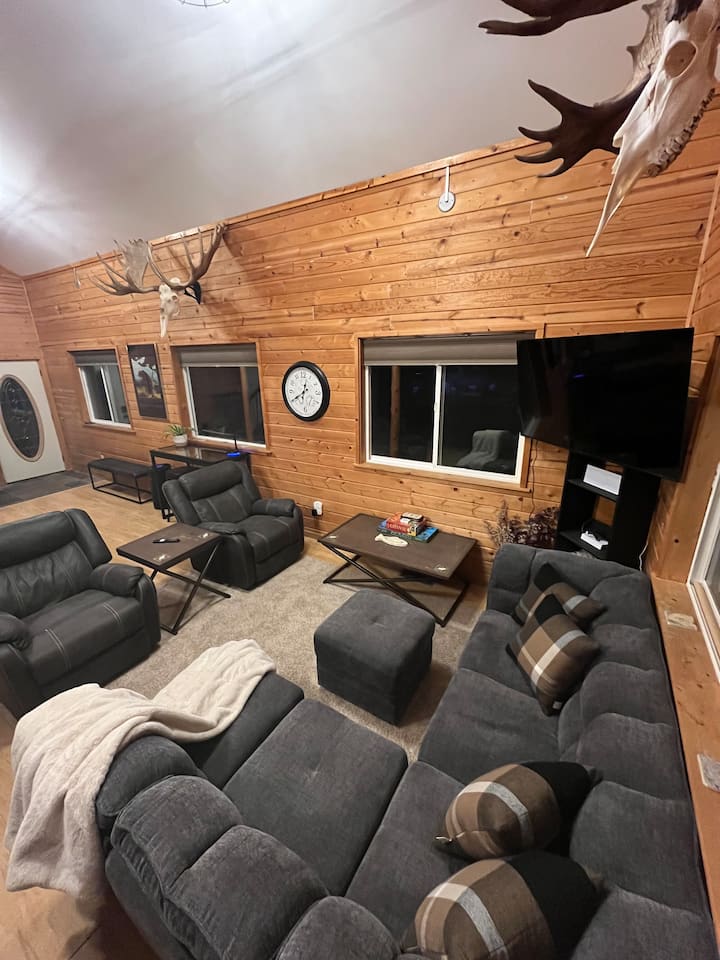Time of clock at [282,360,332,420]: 12:40
